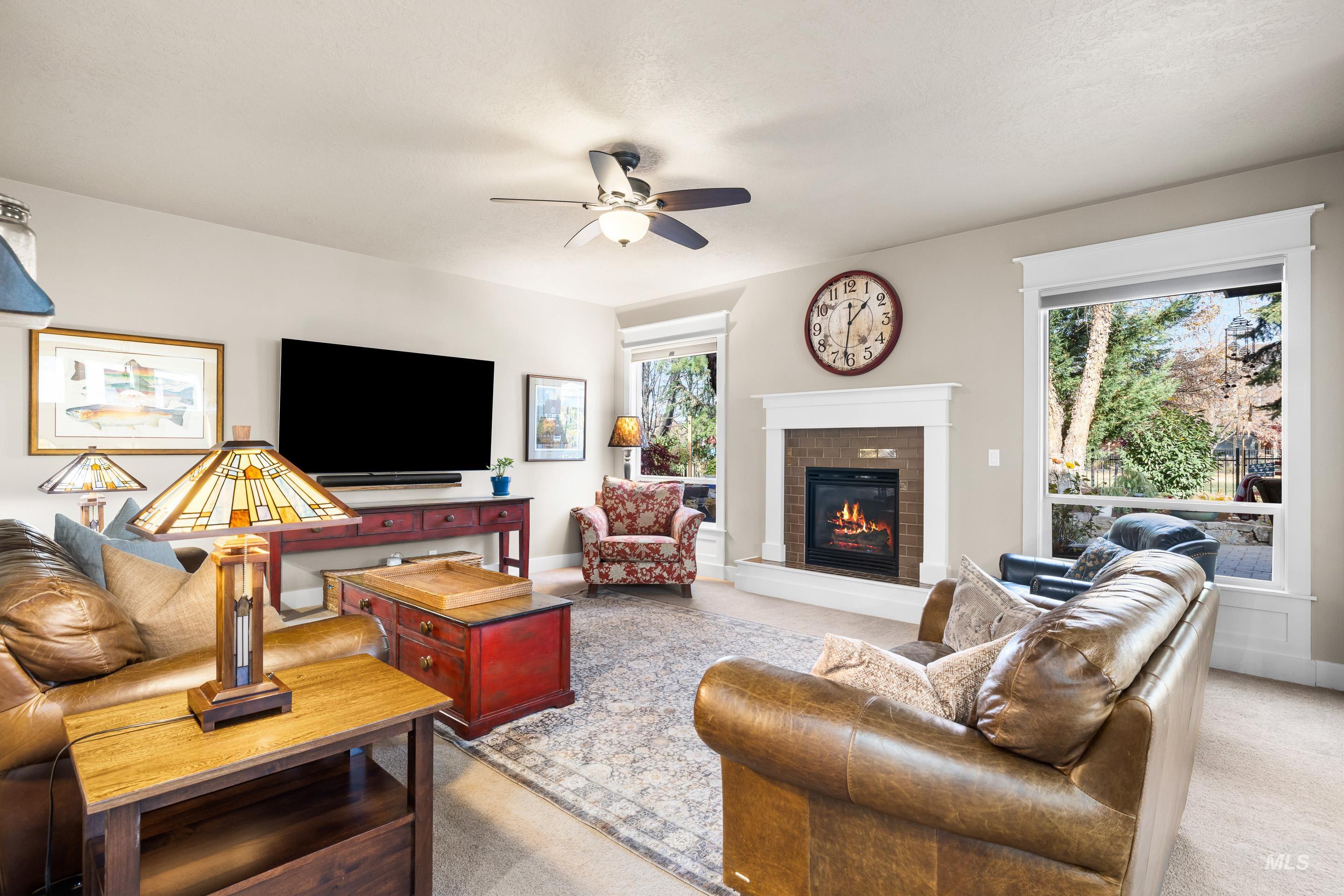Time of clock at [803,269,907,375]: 1:31
